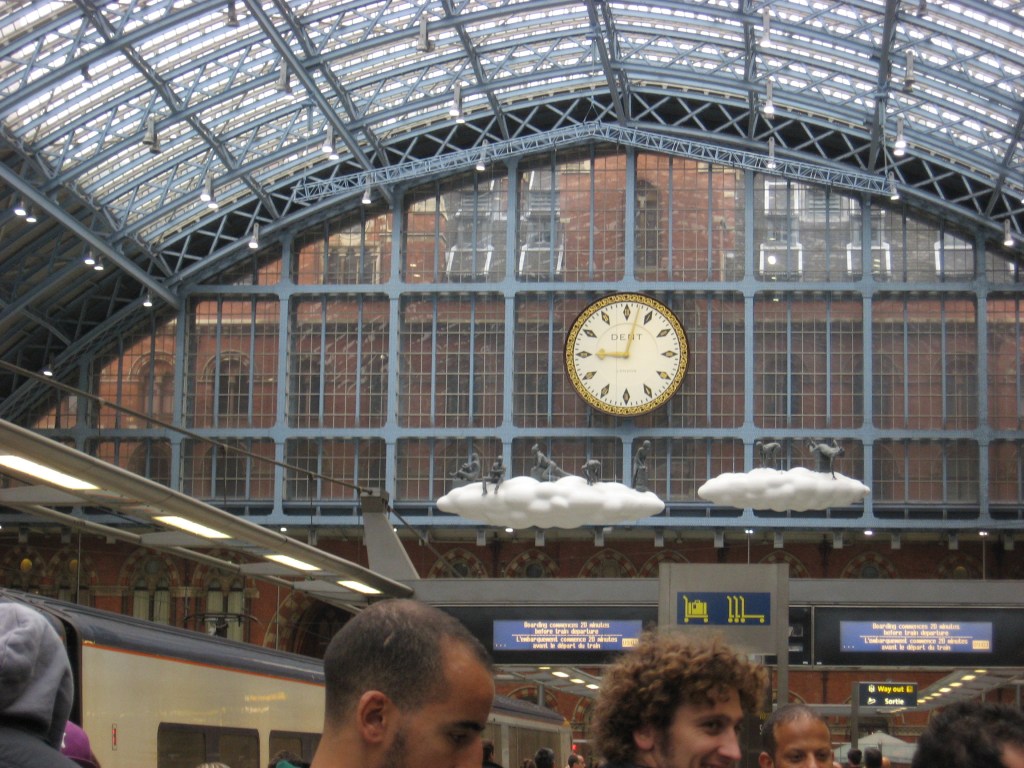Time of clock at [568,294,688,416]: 9:02
